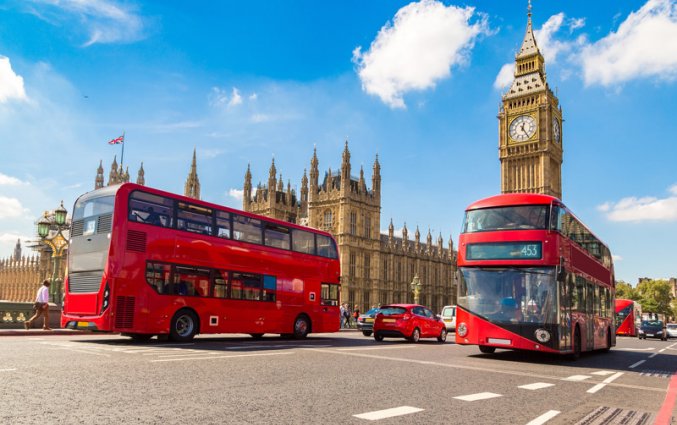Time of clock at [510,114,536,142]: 12:24
